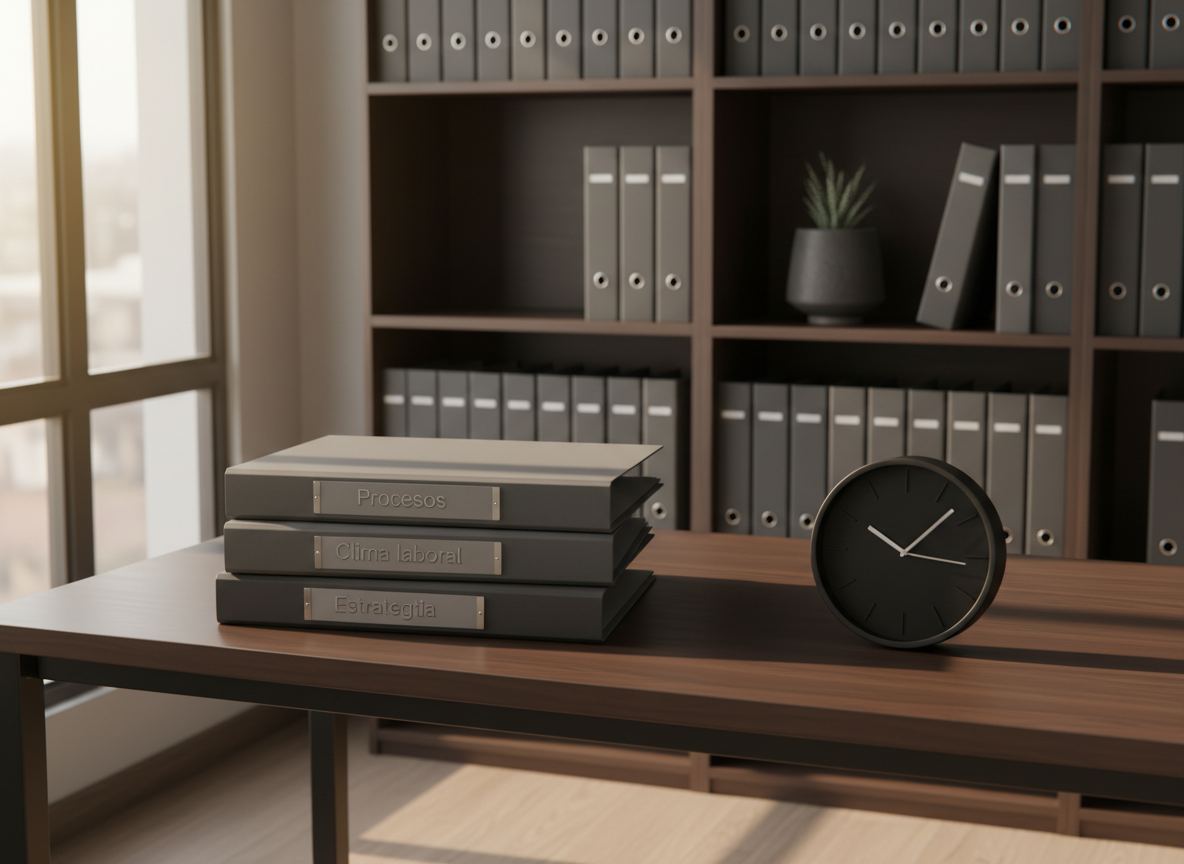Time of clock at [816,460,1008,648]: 10:07
